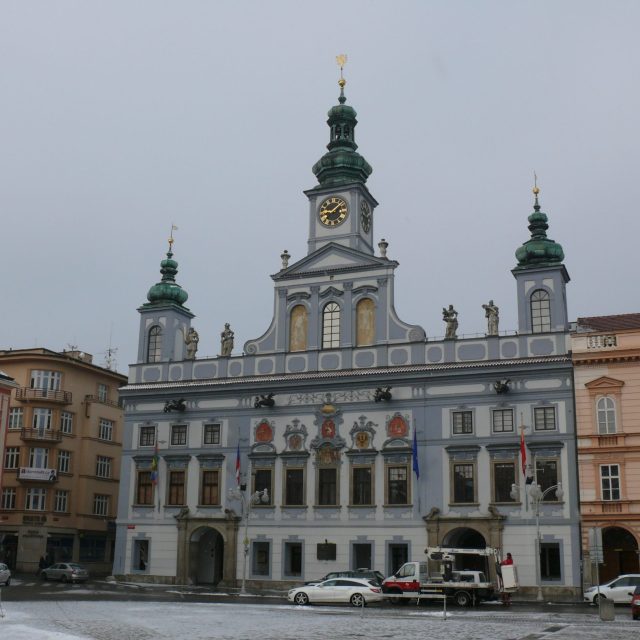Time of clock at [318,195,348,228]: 9:07
